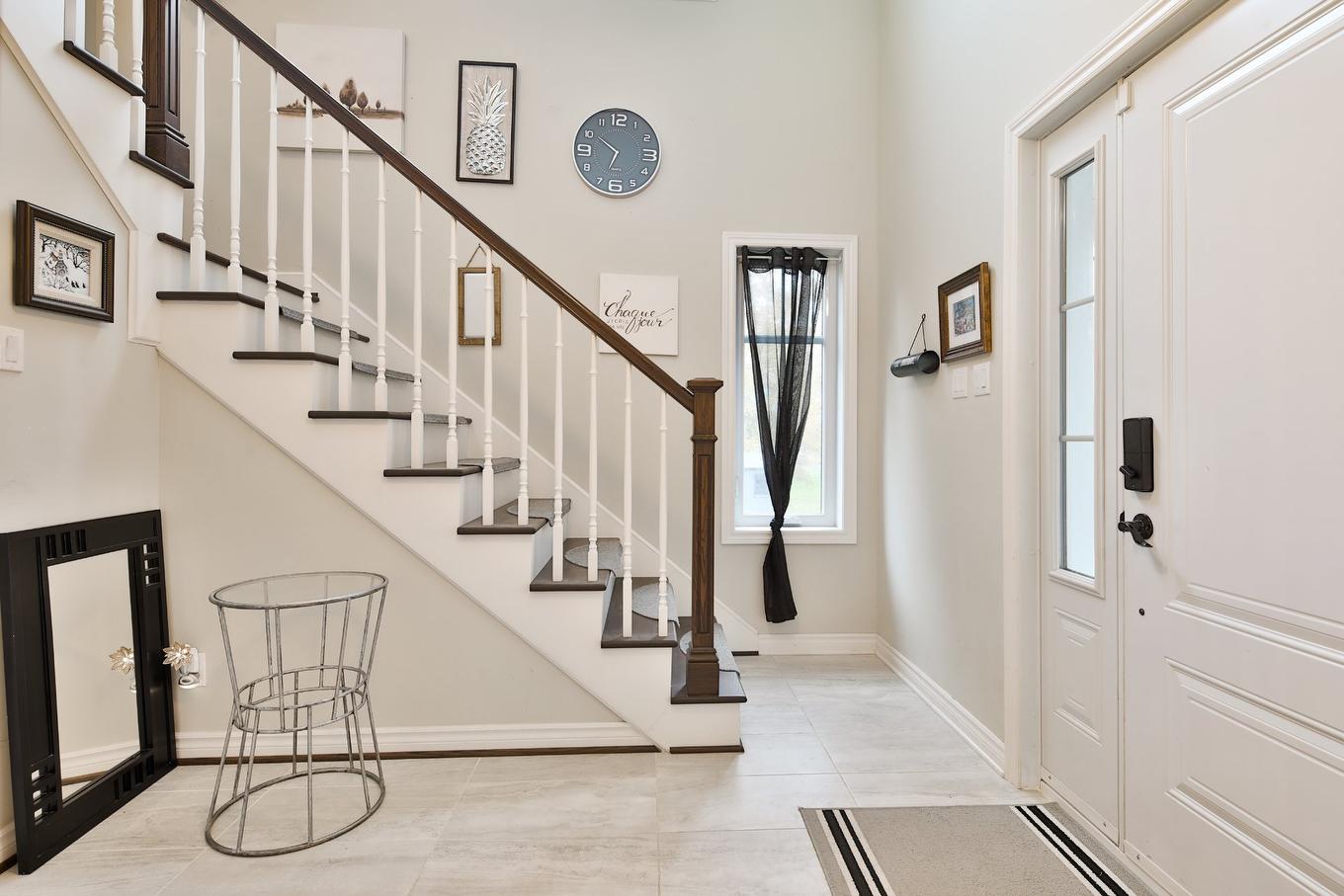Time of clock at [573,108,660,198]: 6:50
